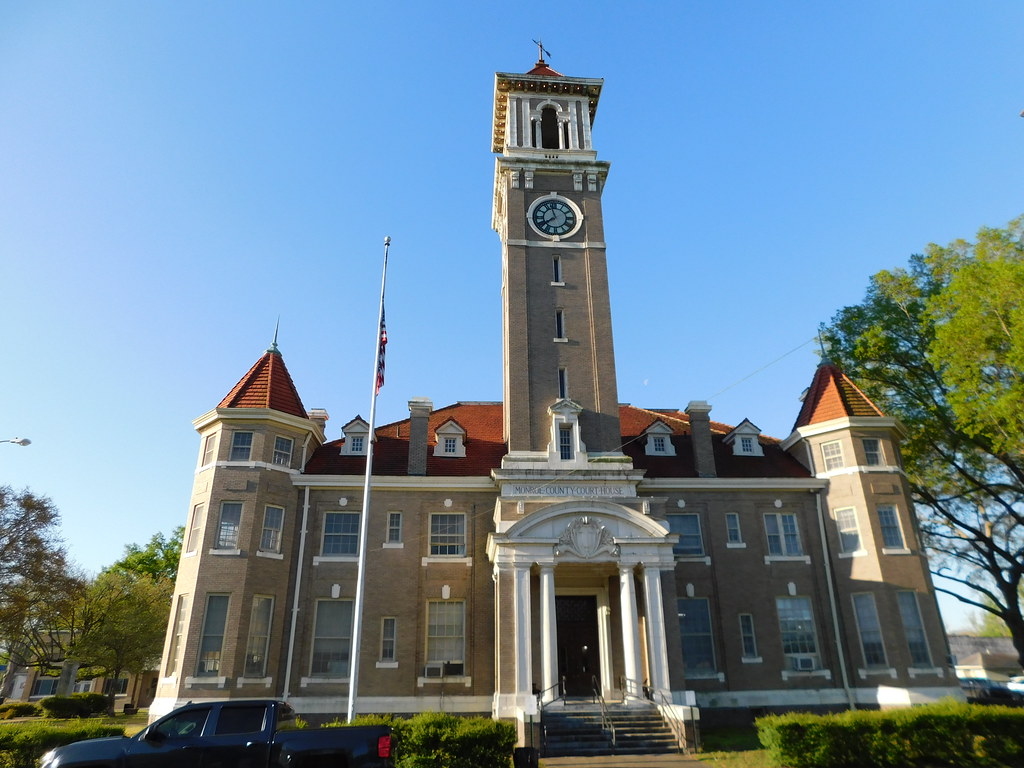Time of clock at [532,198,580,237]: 7:57
